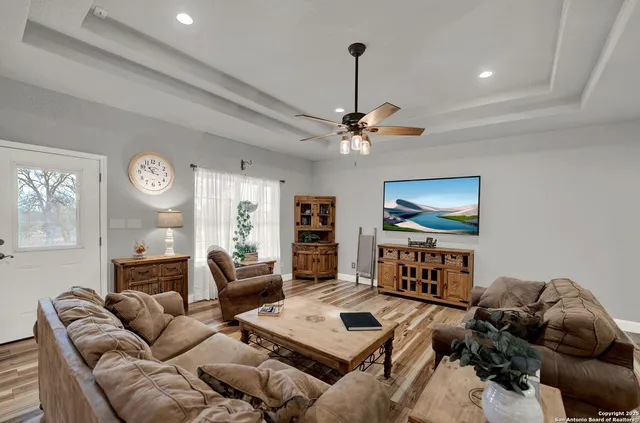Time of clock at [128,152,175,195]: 10:47
